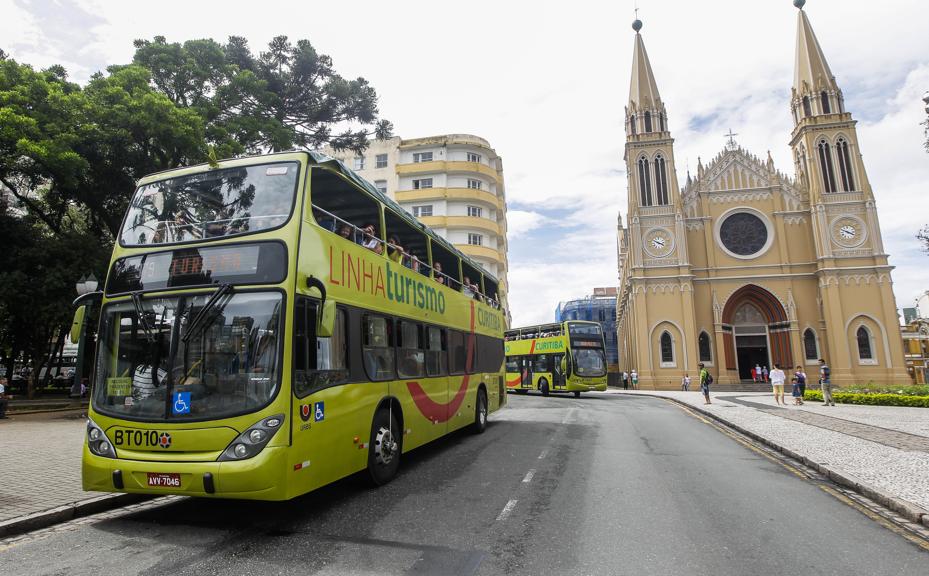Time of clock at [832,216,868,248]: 3:48
